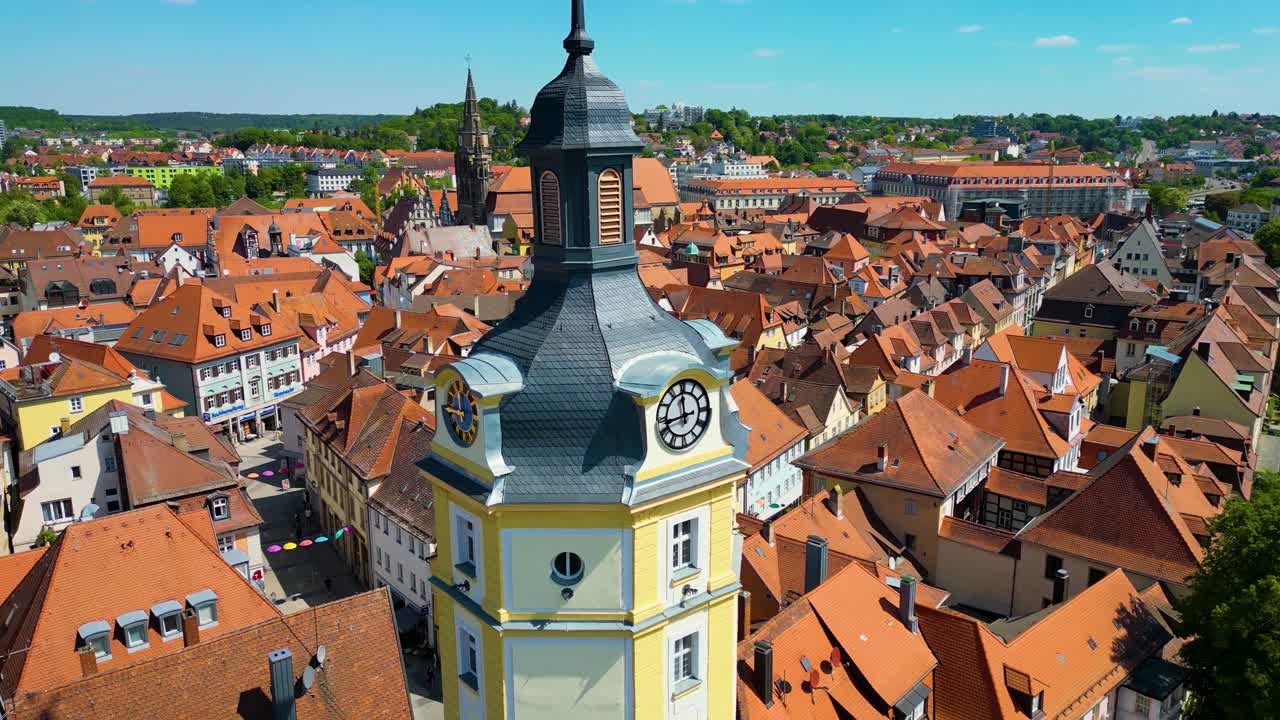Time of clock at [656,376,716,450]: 11:43
